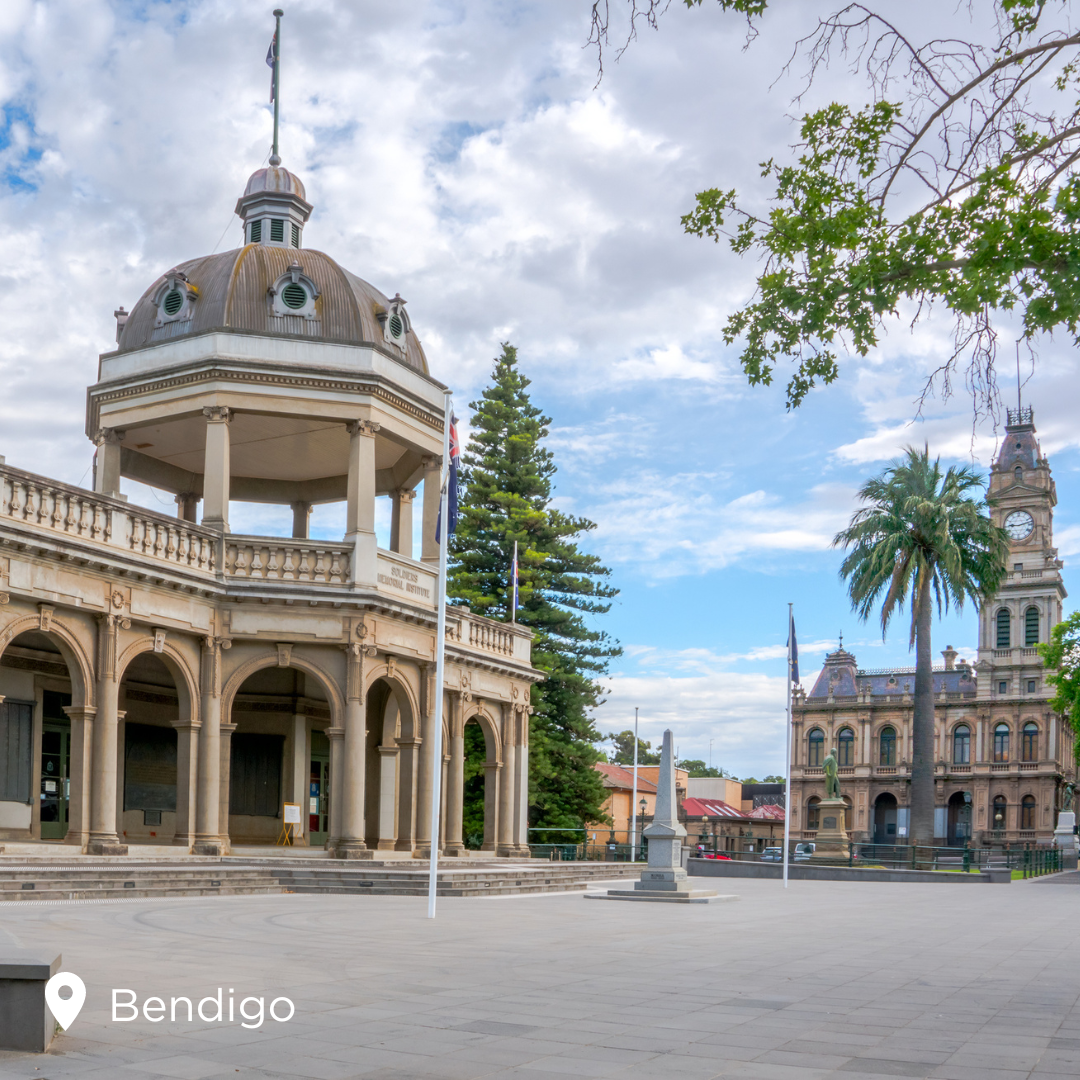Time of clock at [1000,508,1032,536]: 9:12
